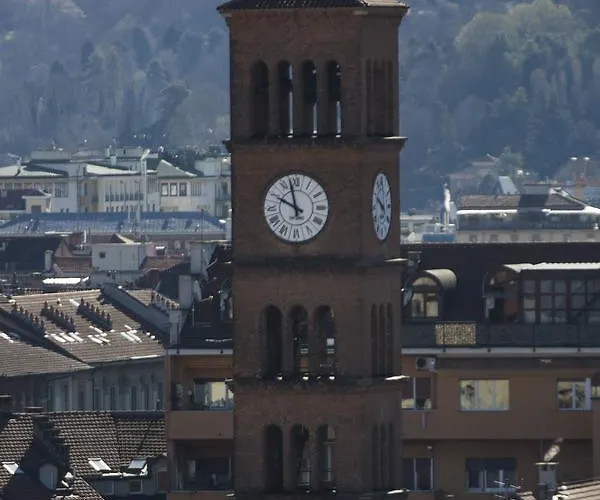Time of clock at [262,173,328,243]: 9:57
